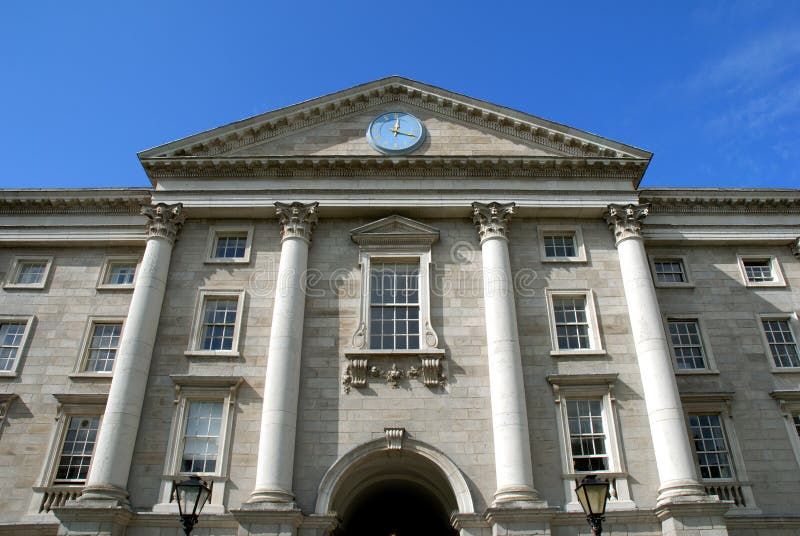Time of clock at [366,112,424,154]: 12:18
